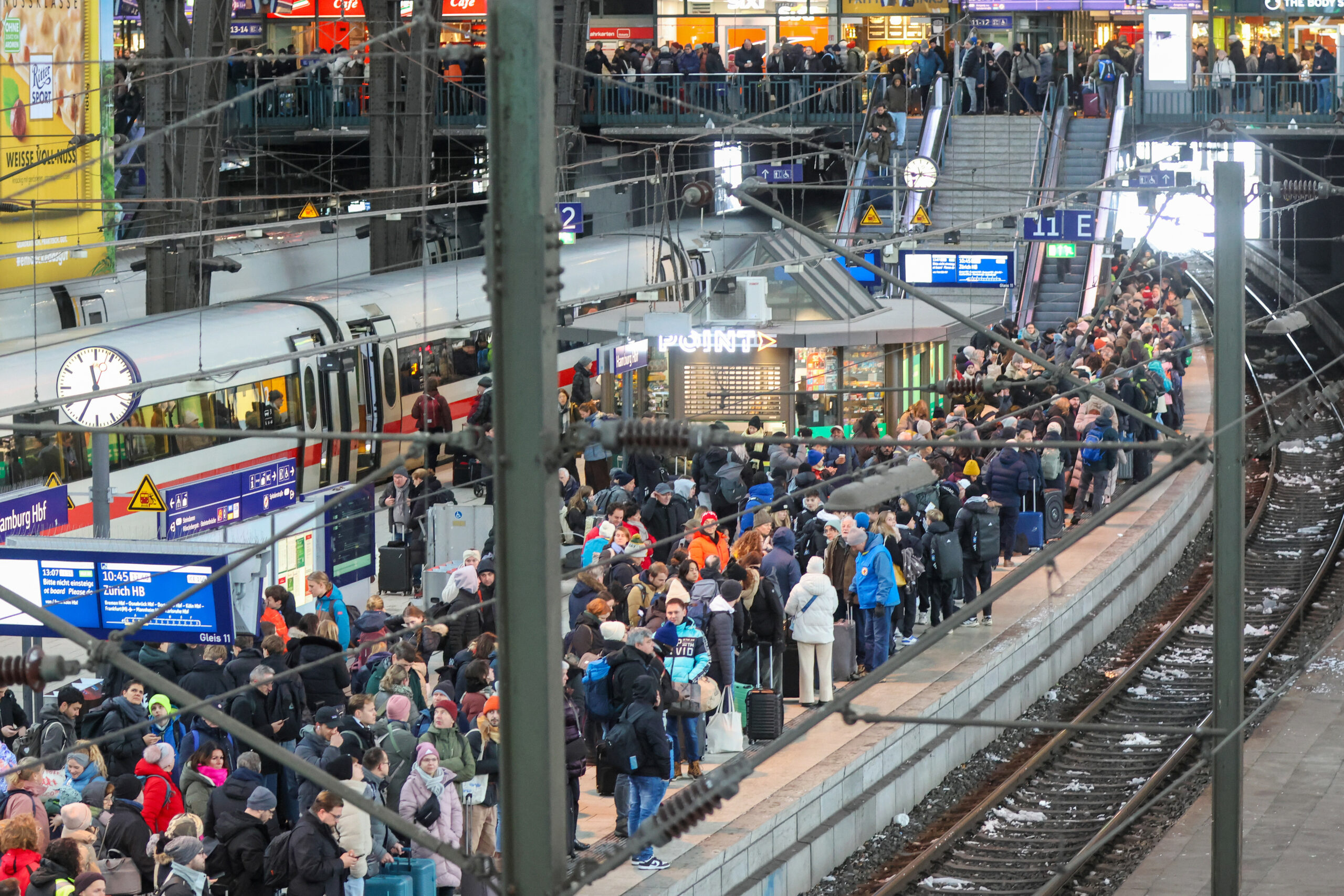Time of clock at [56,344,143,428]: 11:34
